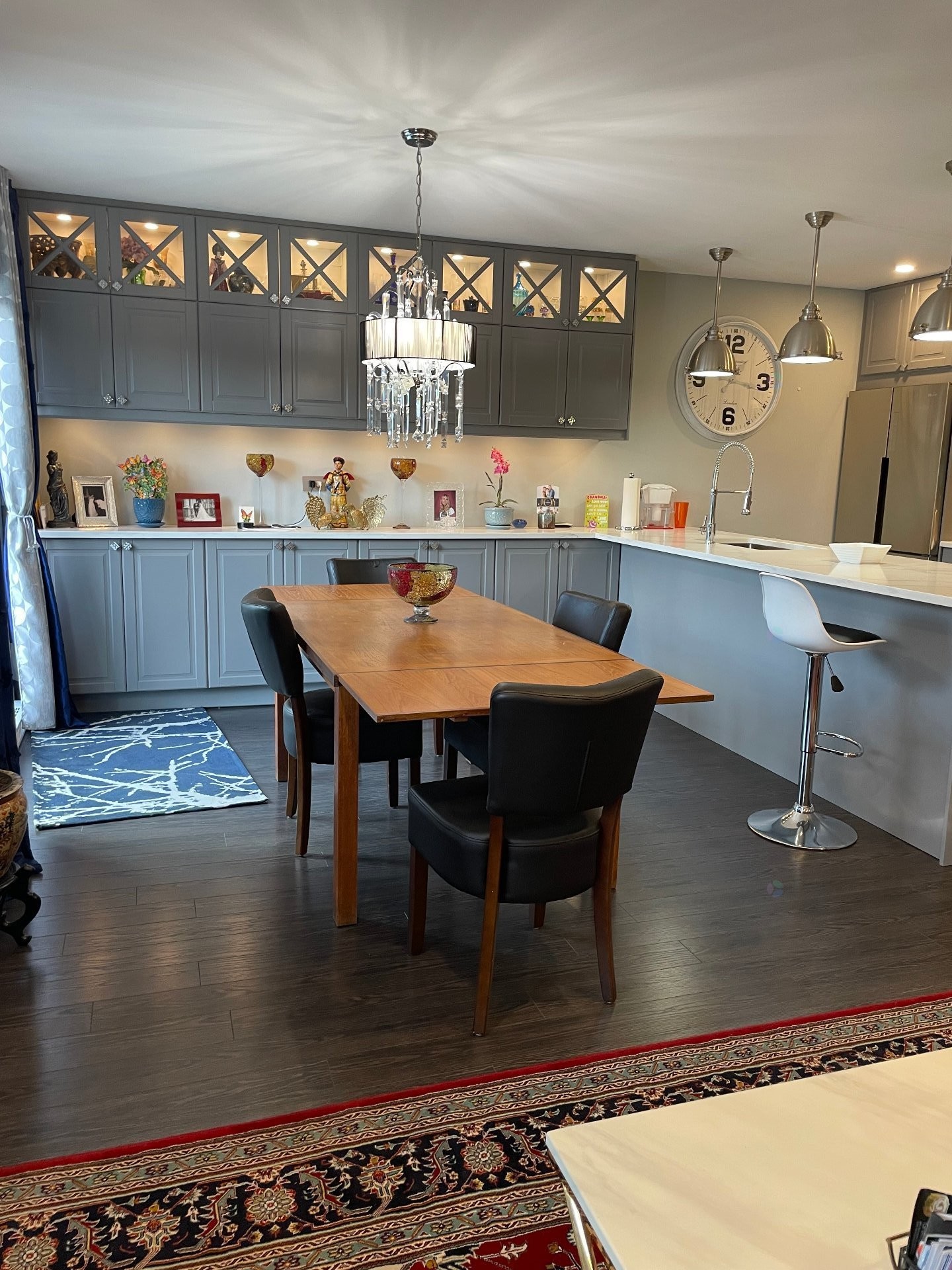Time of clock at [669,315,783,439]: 11:45
